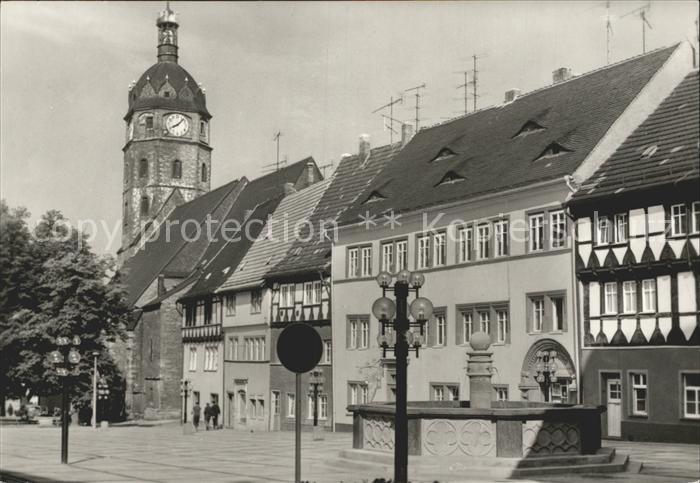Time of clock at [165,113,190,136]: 8:07
